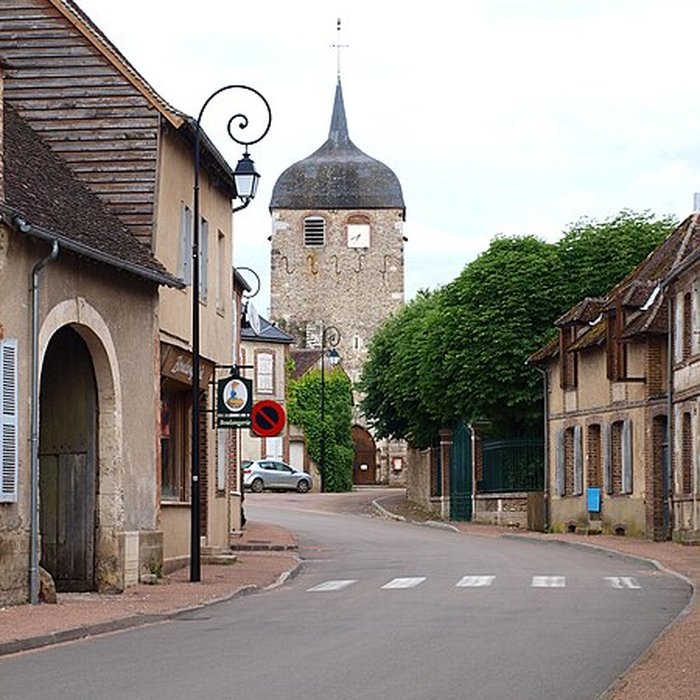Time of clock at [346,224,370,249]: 6:41
